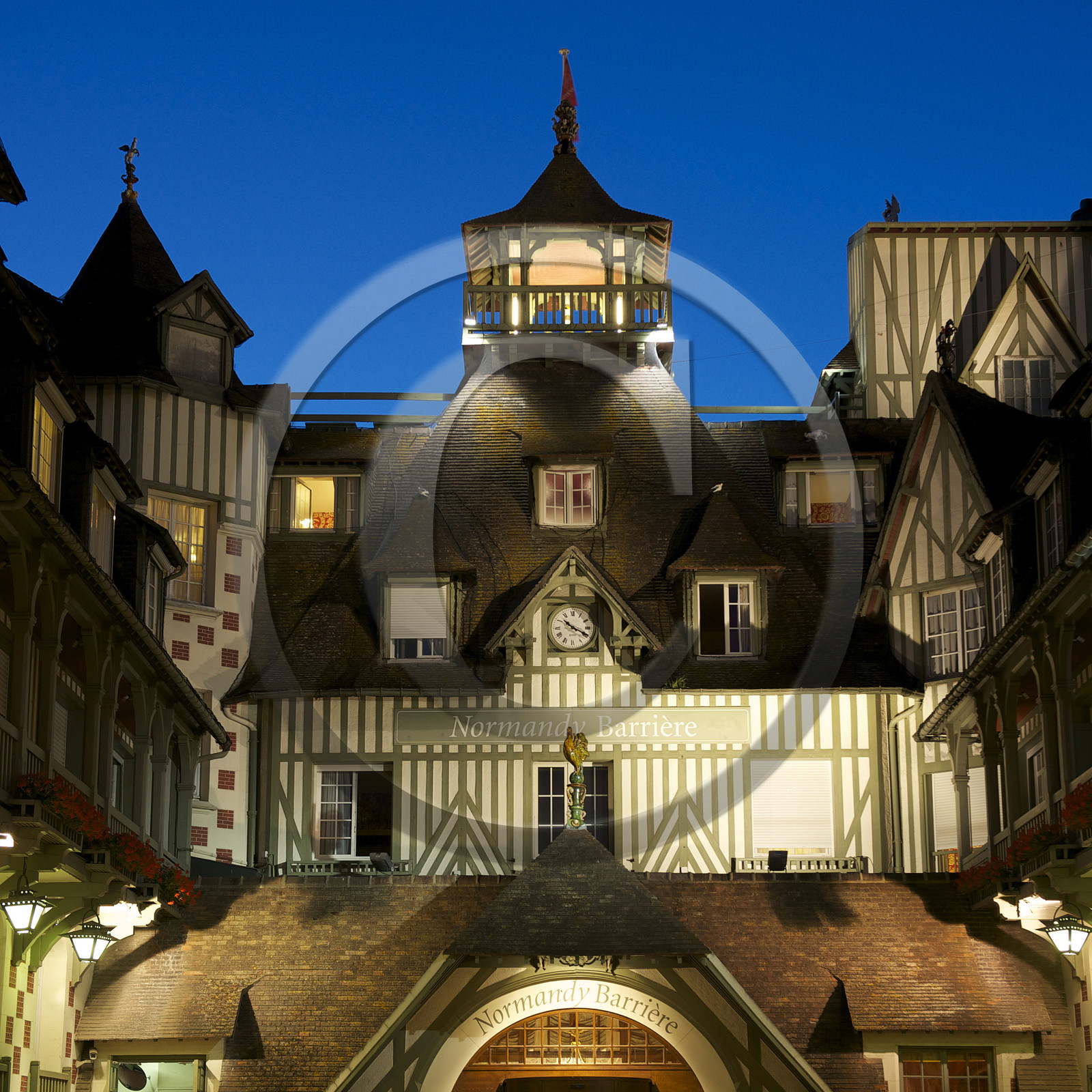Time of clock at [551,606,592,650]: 10:19
